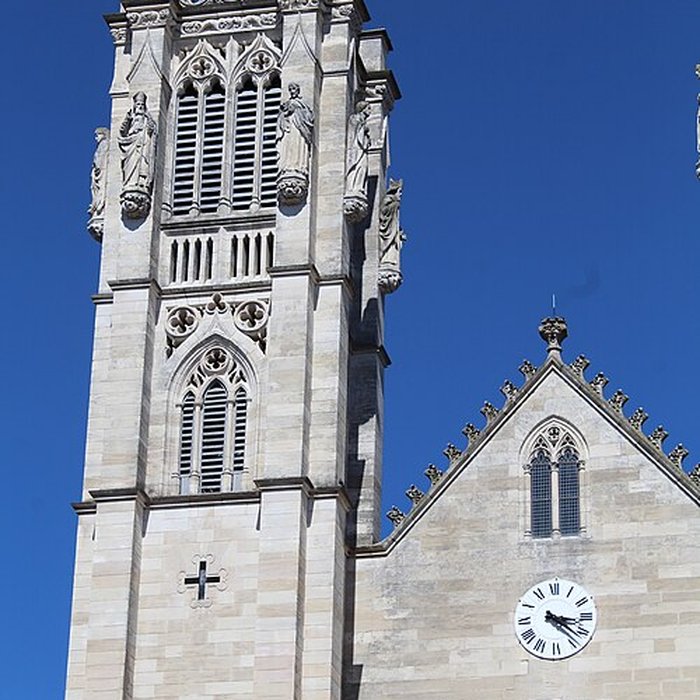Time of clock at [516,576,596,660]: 3:21
